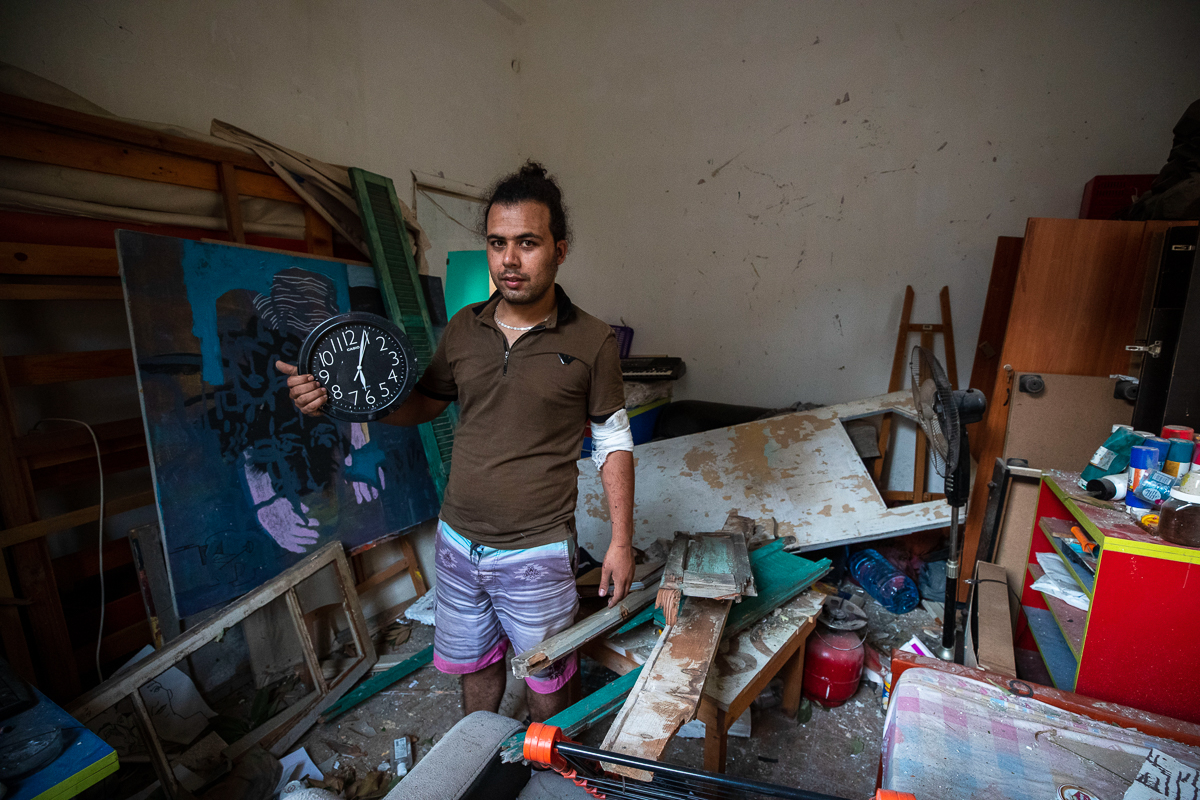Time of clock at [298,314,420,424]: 6:04
